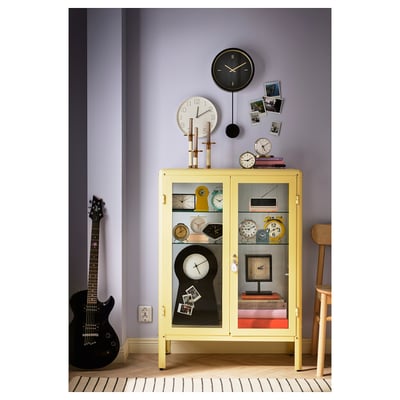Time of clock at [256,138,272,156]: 5:09
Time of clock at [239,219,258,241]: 9:10
